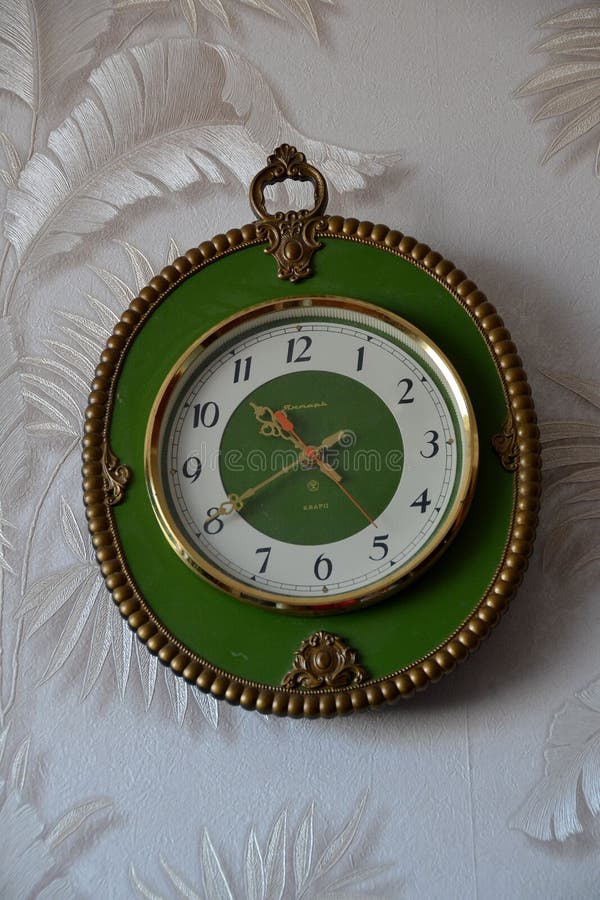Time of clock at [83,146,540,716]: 10:40
